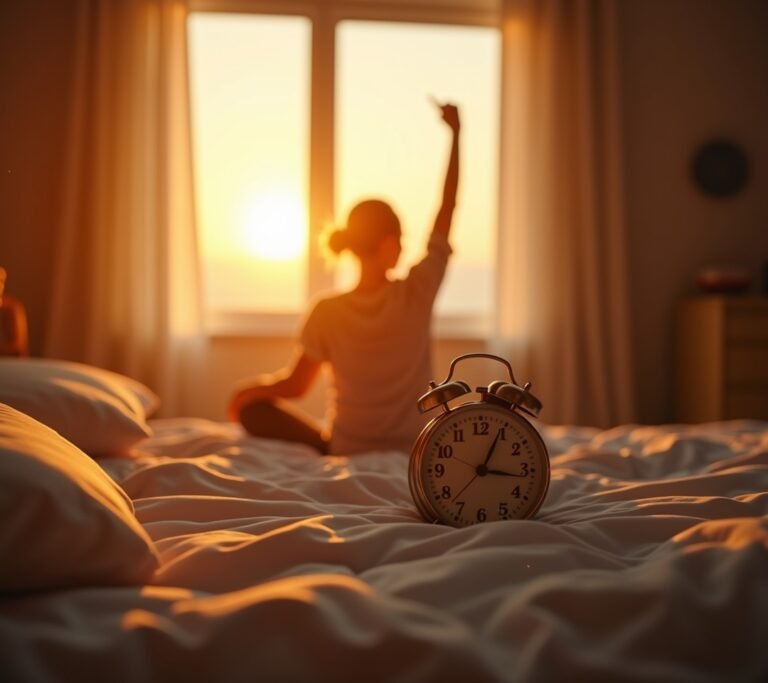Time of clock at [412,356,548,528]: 3:04
